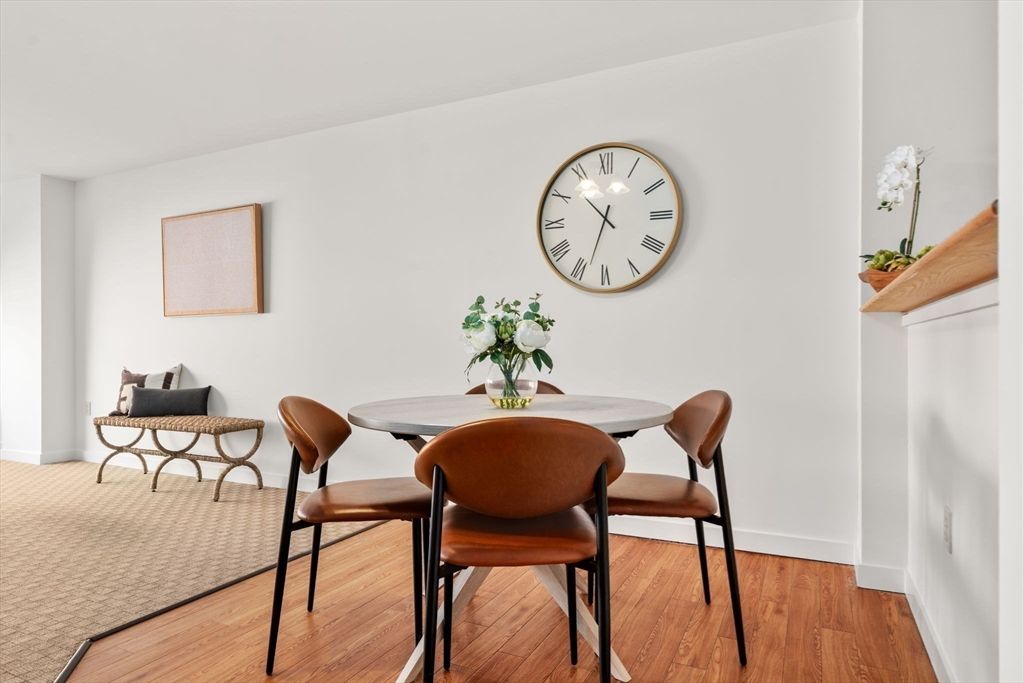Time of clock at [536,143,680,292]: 10:33
